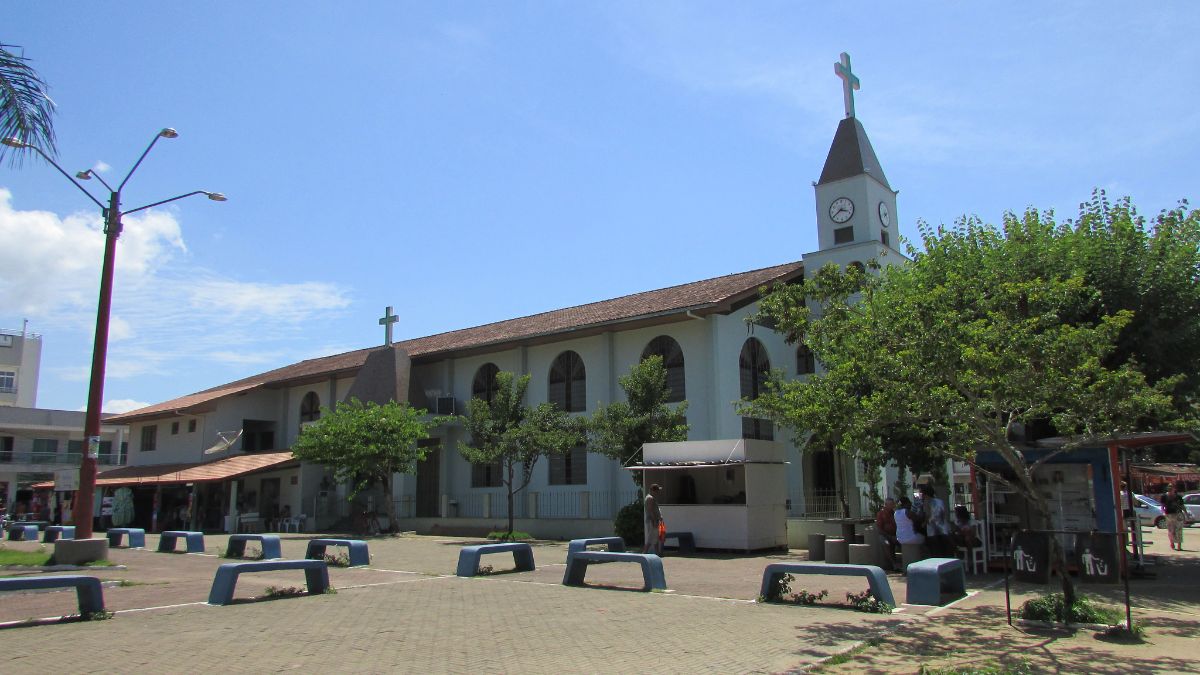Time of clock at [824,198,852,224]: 3:39
